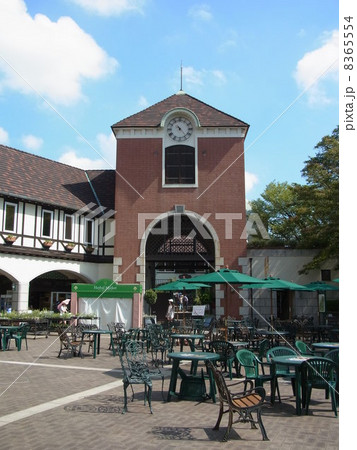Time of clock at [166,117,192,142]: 10:23
